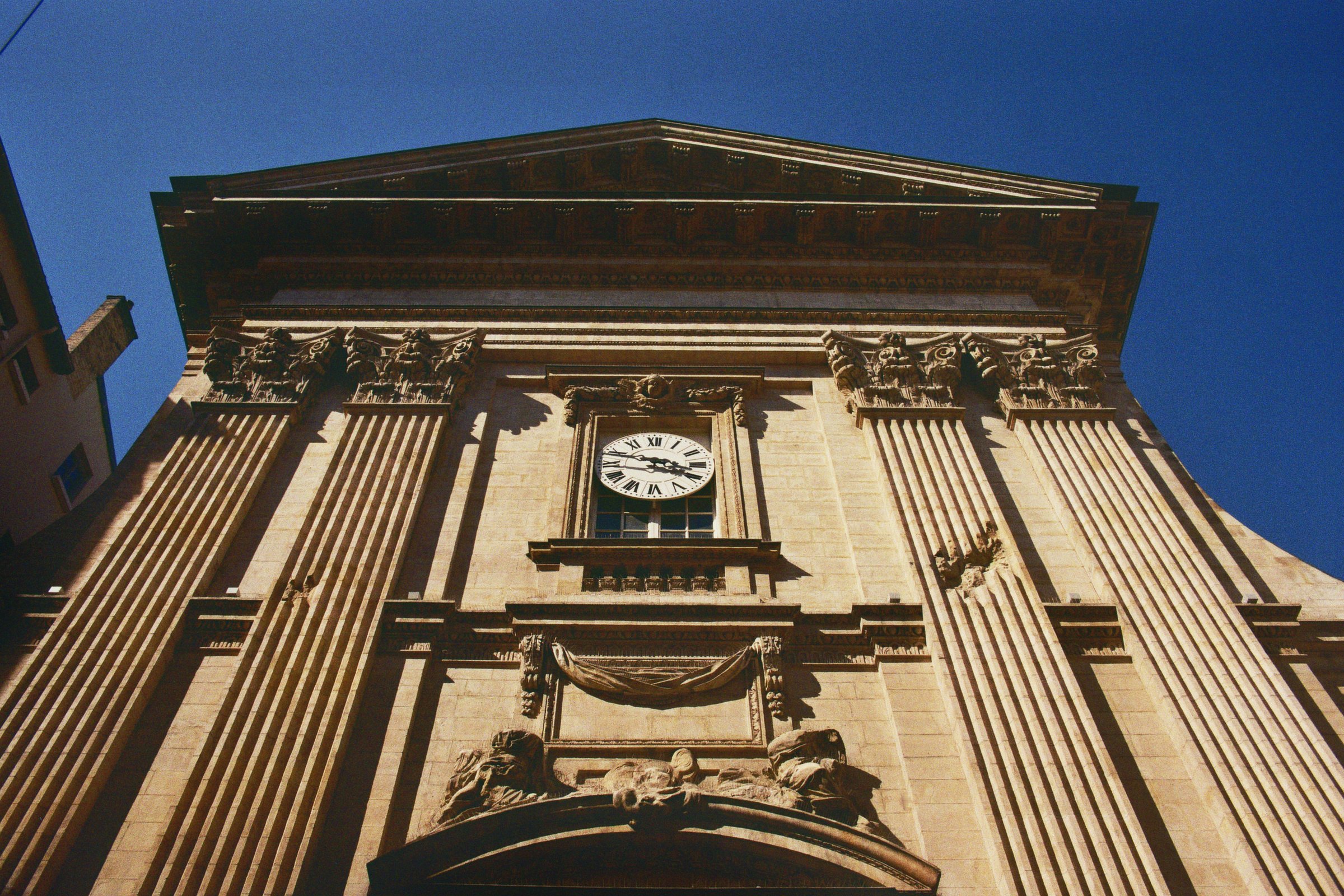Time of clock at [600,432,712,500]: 3:47
